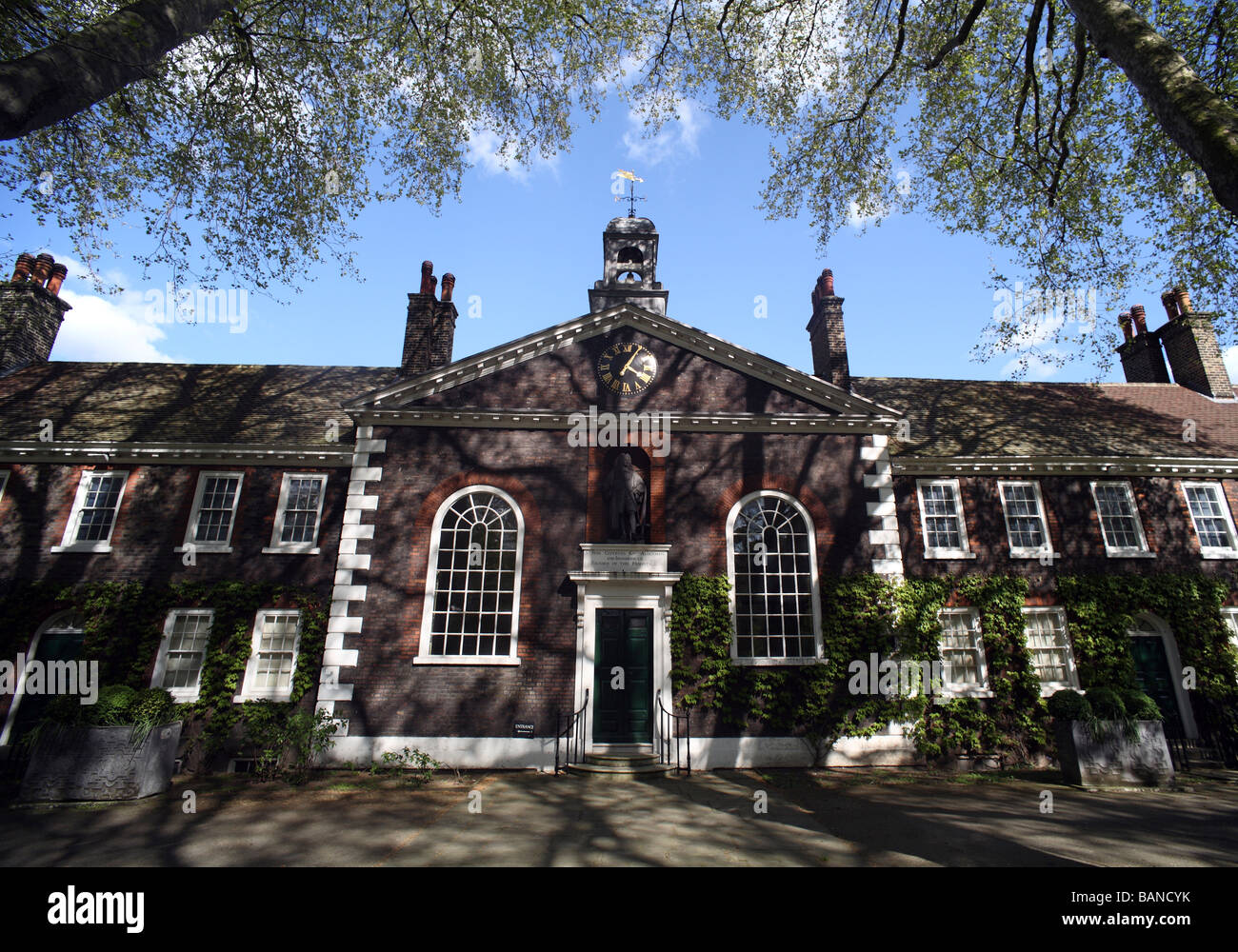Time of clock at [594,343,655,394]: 4:04
